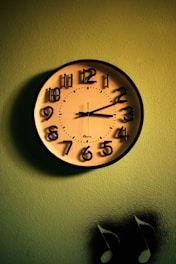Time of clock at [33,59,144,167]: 3:11
